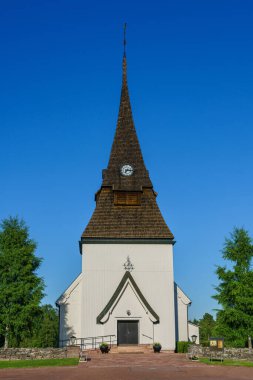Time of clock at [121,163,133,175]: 7:15
